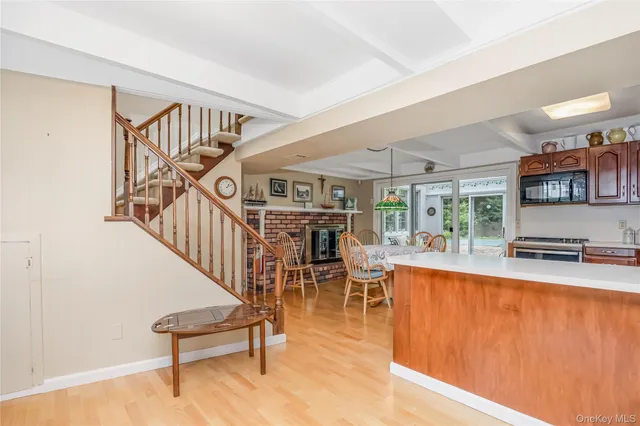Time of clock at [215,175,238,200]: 1:10
